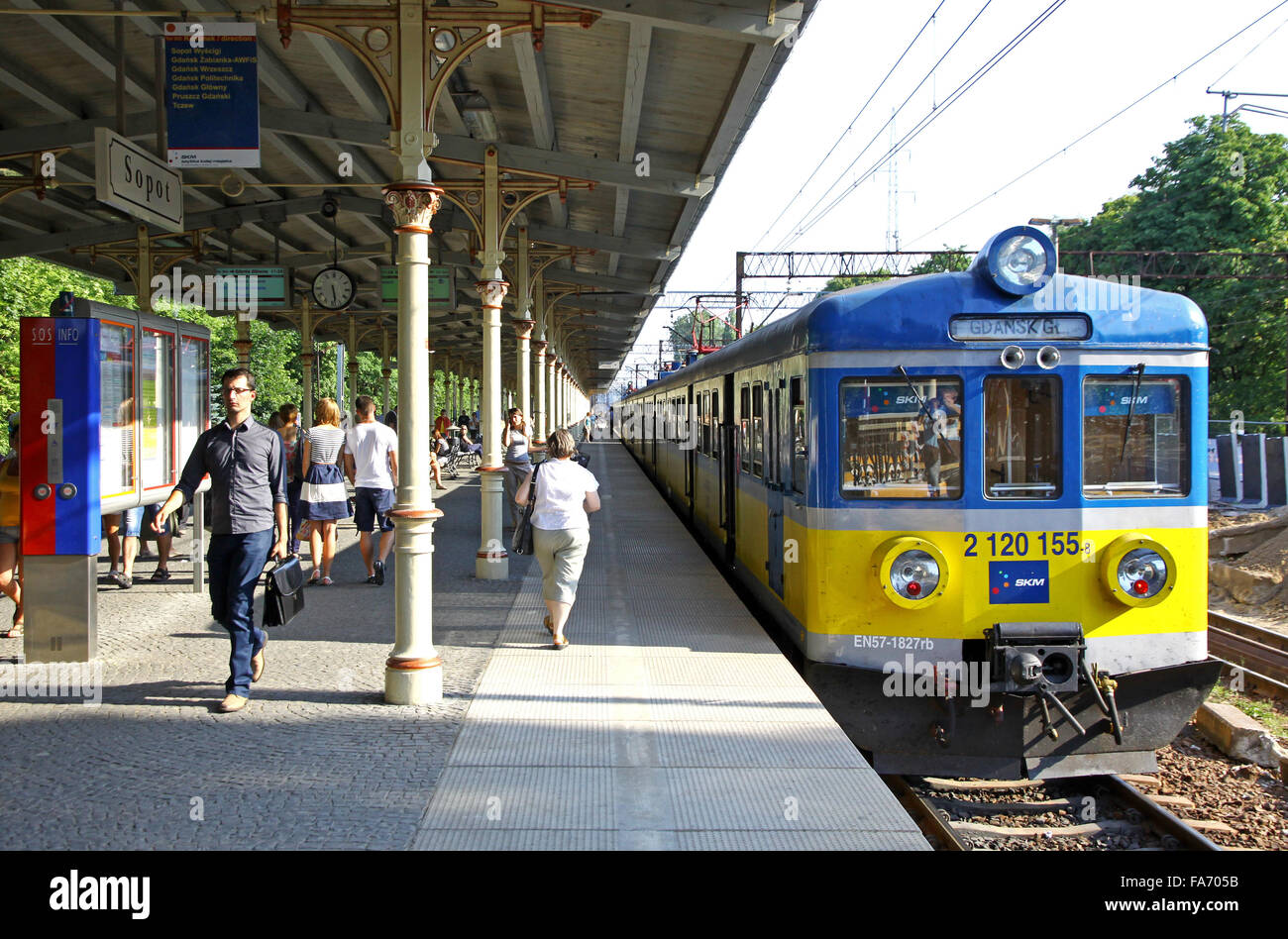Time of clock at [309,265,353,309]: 5:28
